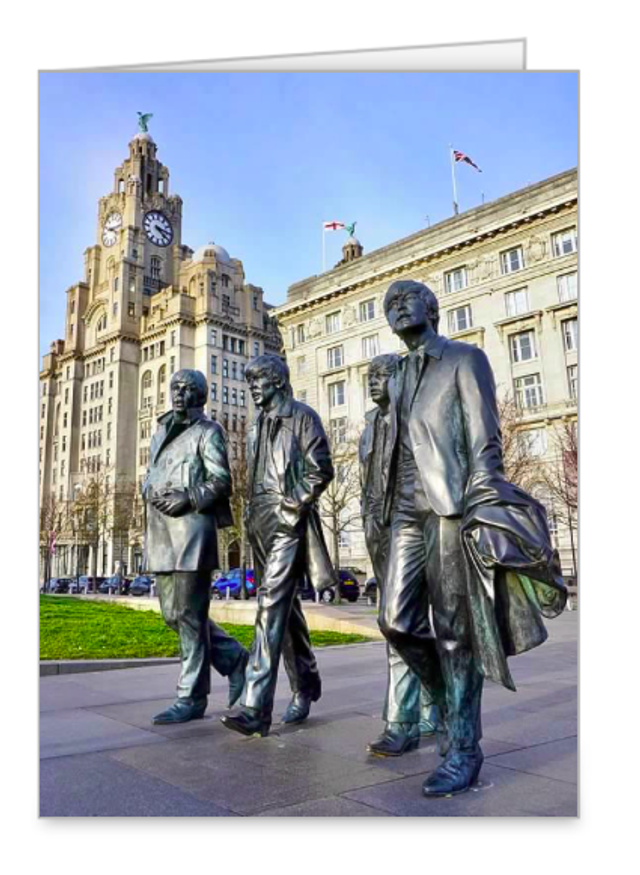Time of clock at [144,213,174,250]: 4:16
